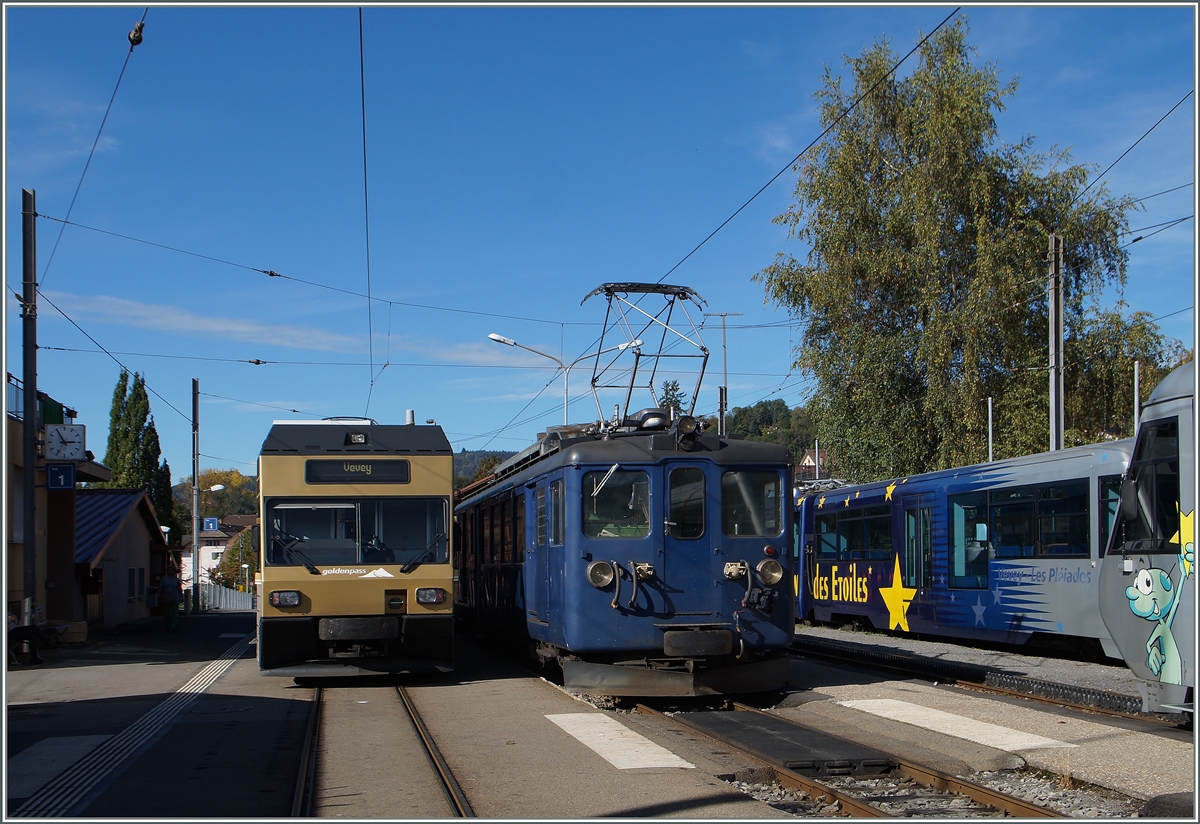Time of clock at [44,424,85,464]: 2:54
